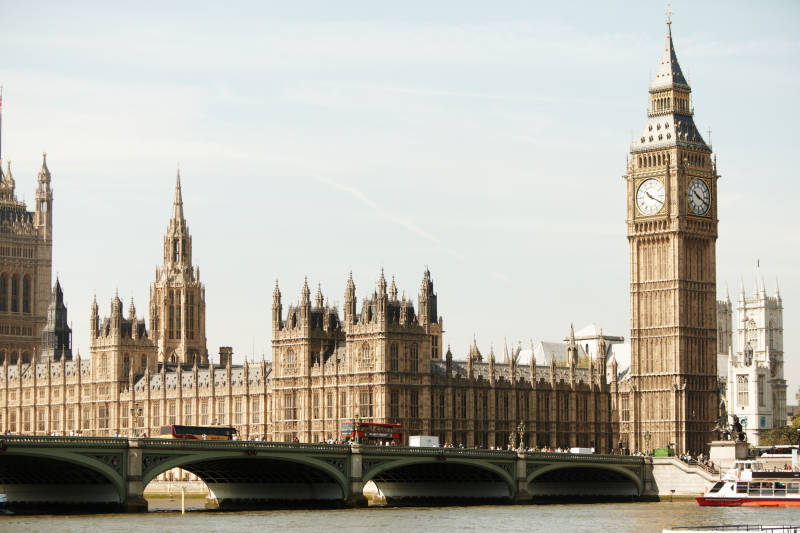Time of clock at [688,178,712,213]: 10:19
